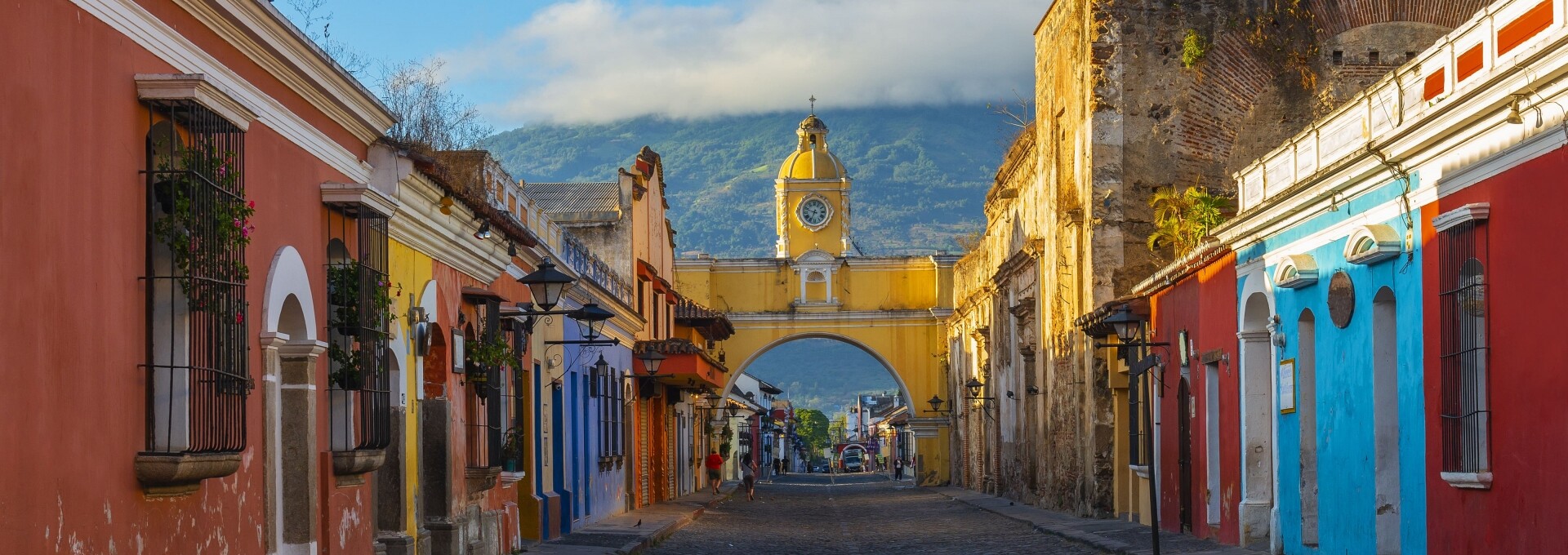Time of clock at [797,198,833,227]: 6:48
